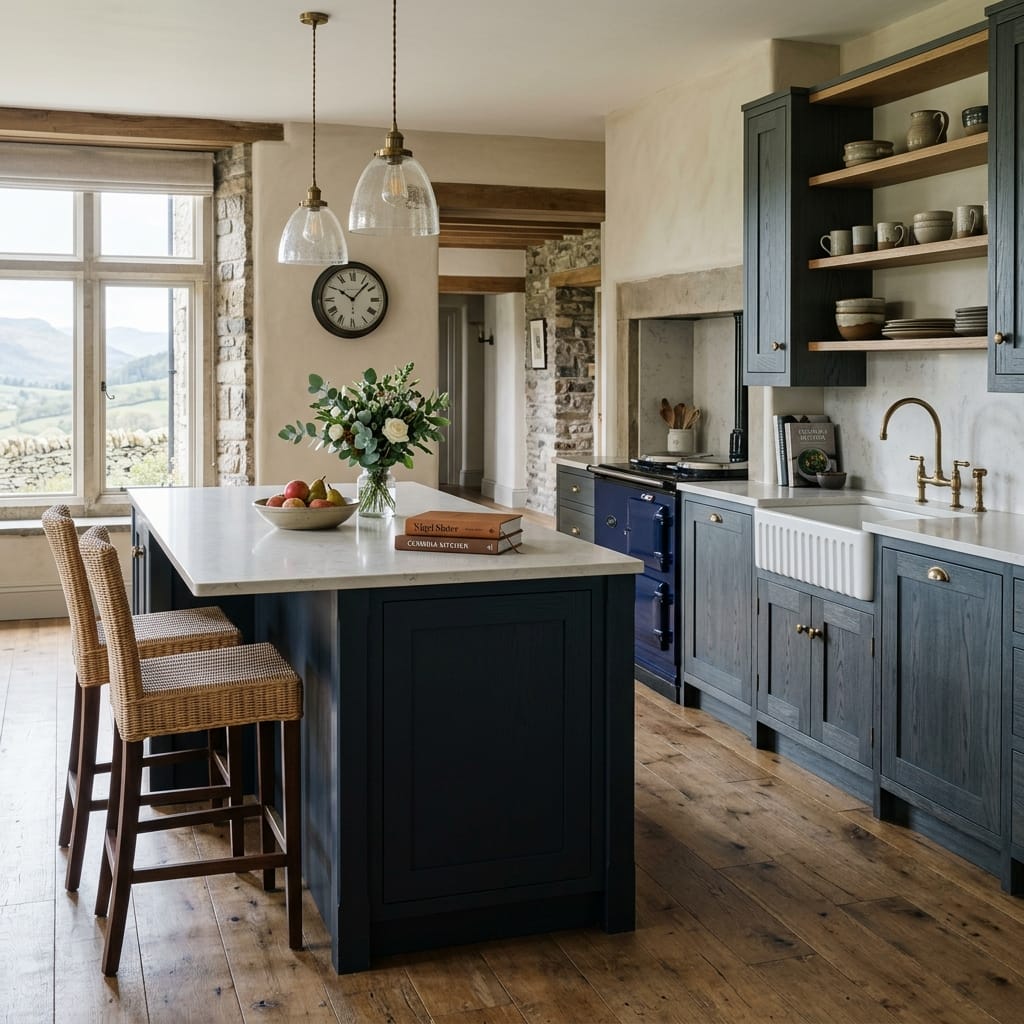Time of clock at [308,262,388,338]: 10:07
